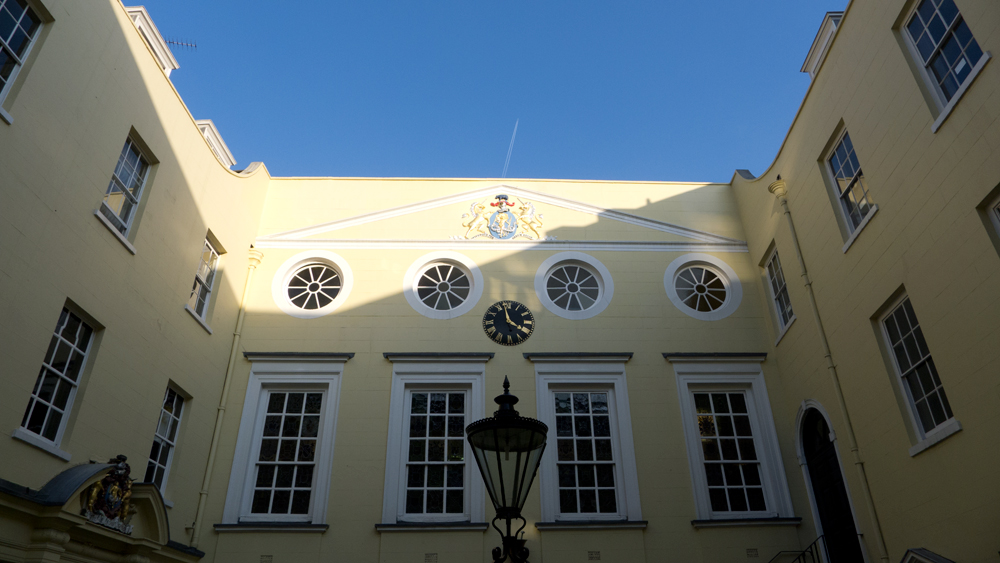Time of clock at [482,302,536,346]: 3:57
